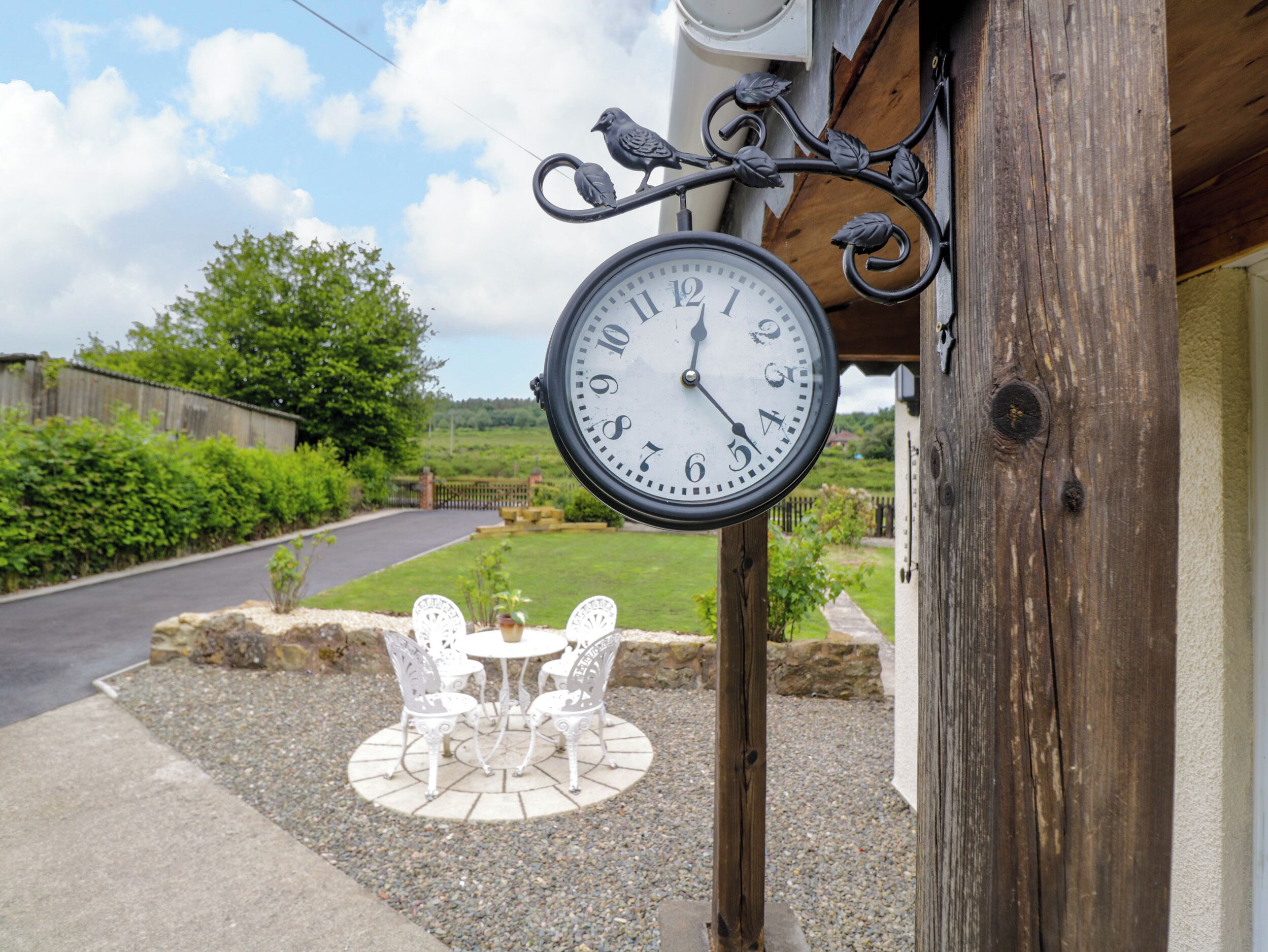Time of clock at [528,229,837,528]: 12:23
